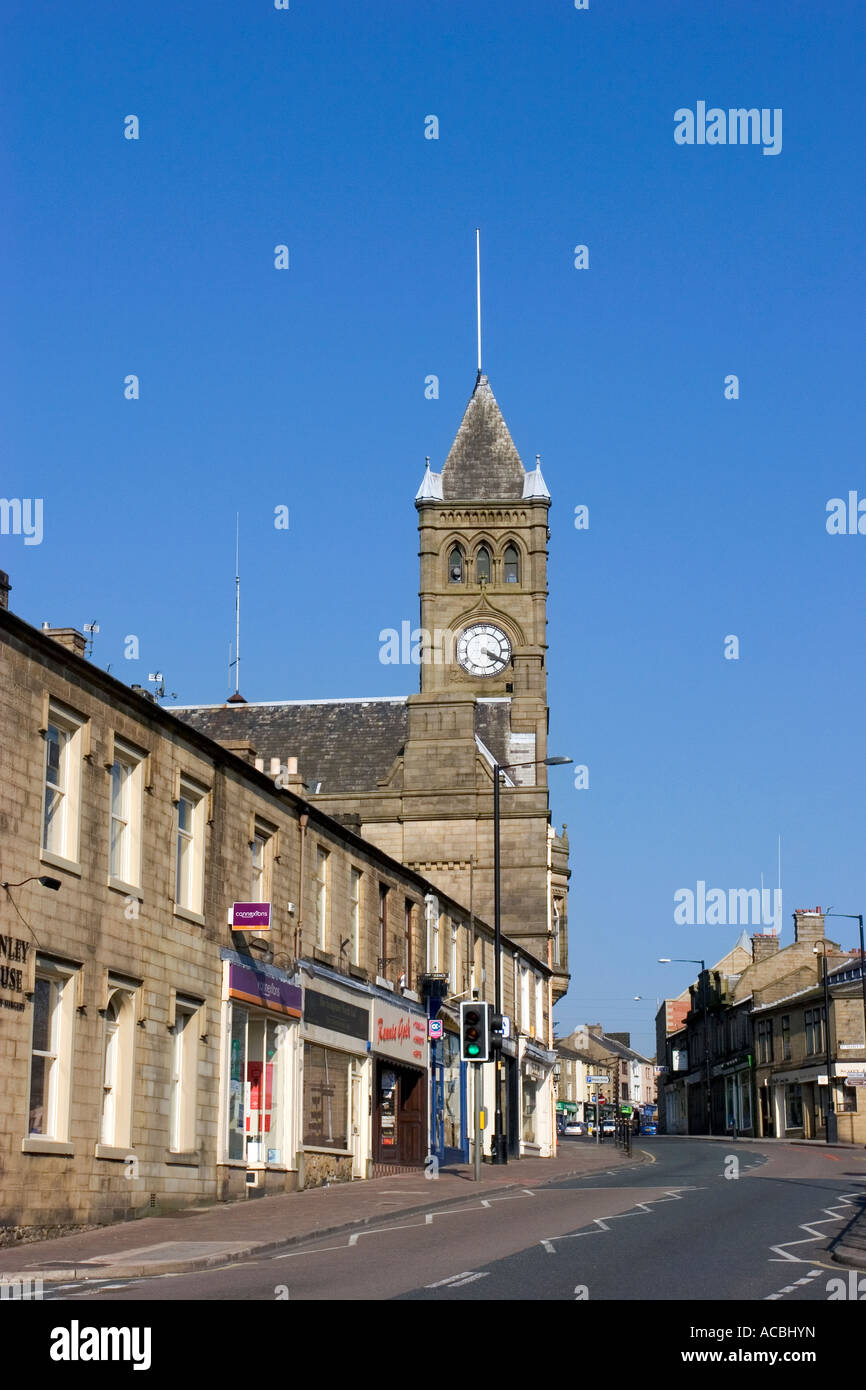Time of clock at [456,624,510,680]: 4:19
